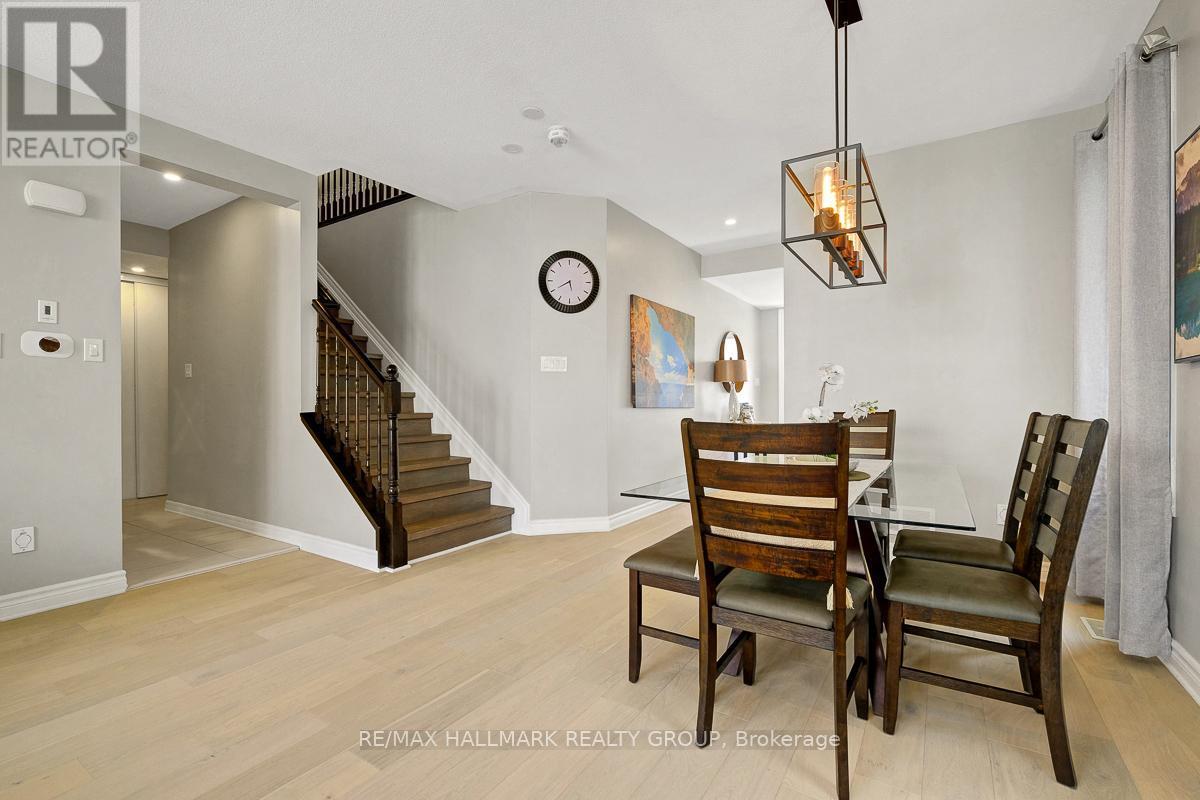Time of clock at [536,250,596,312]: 5:40
